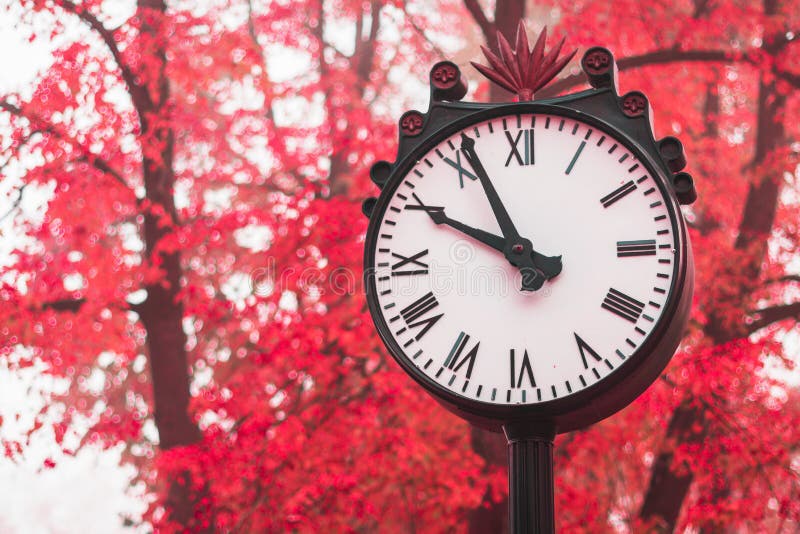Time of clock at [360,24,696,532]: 9:55
